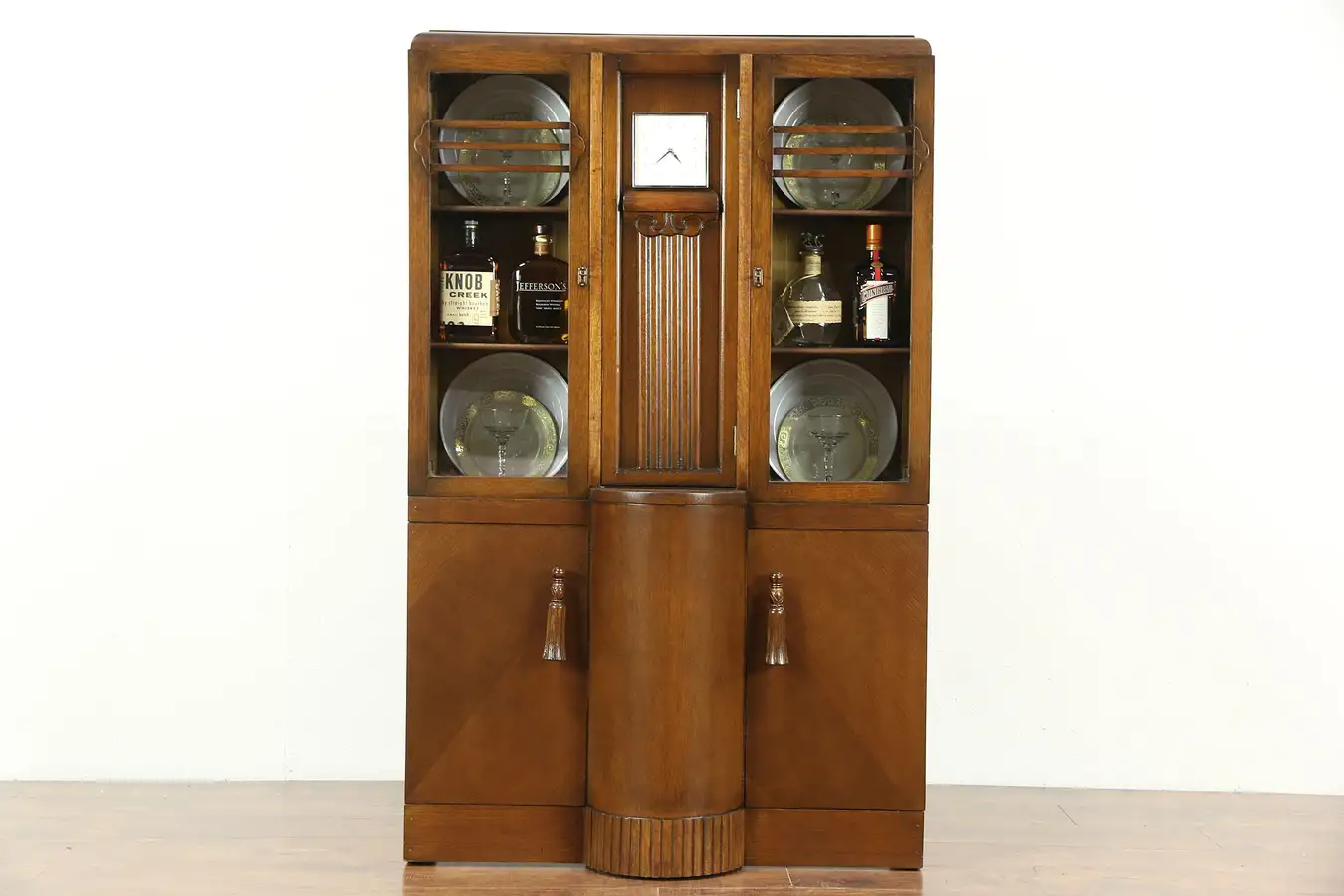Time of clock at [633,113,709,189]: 4:38
